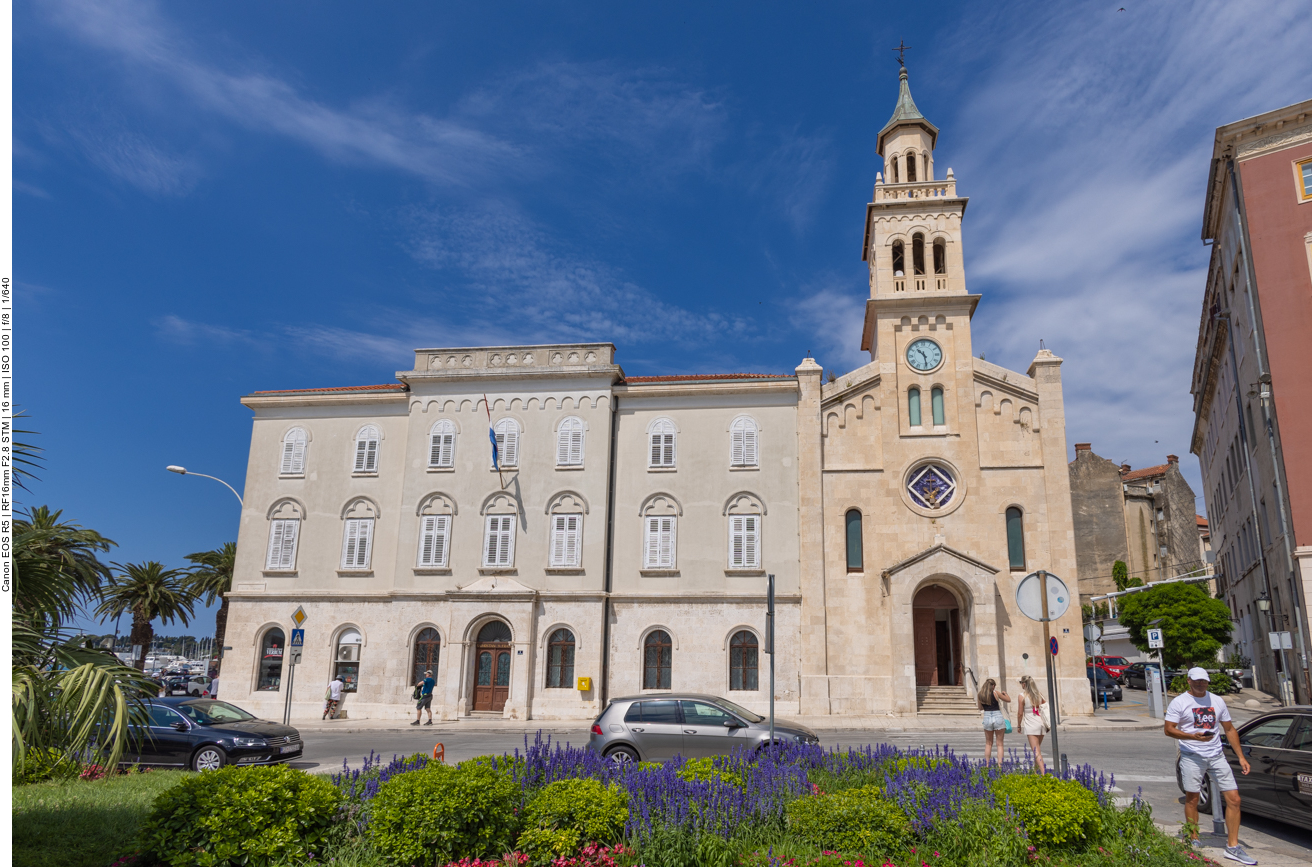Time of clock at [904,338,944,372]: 10:28
